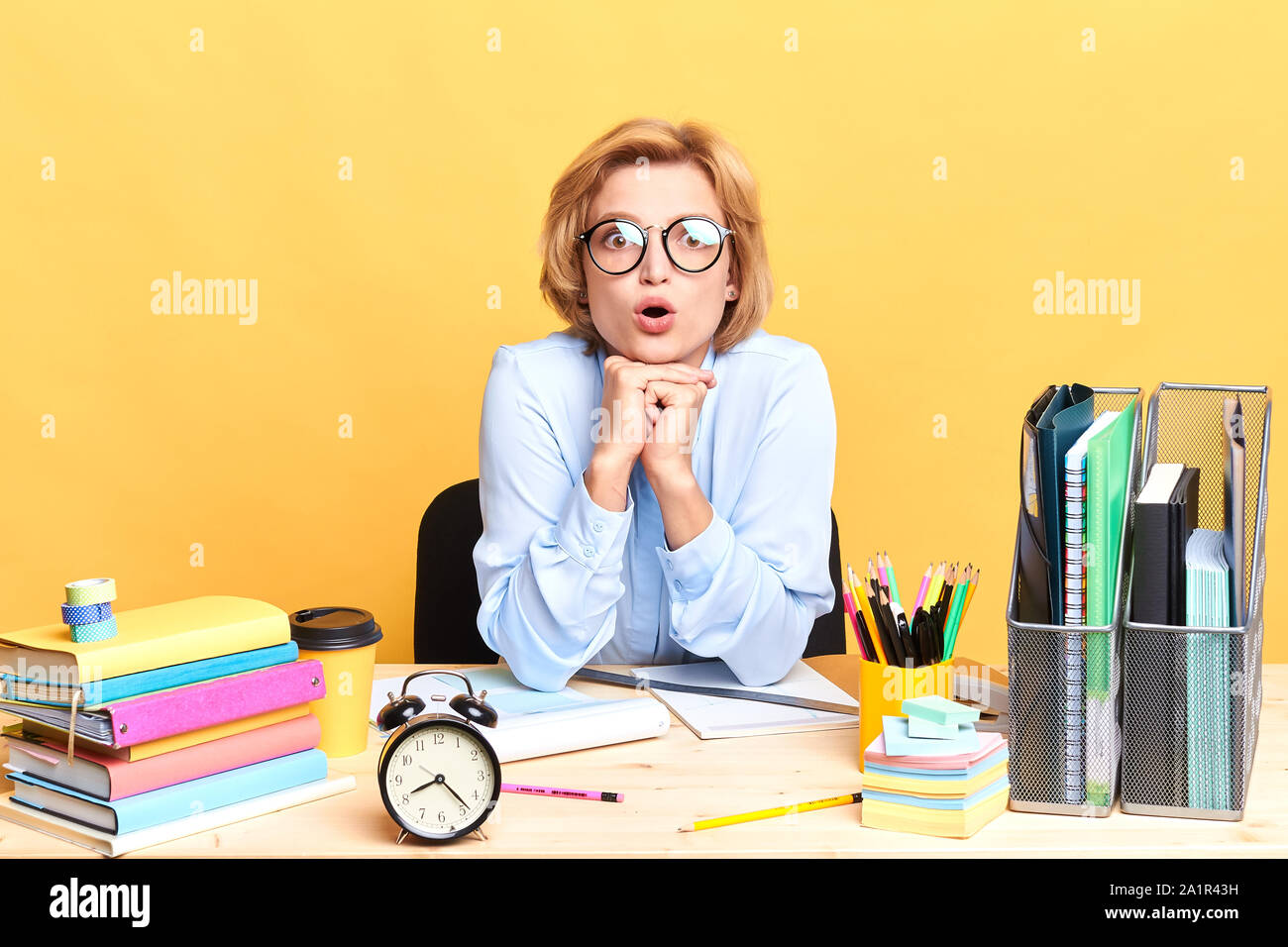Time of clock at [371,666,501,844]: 8:23
